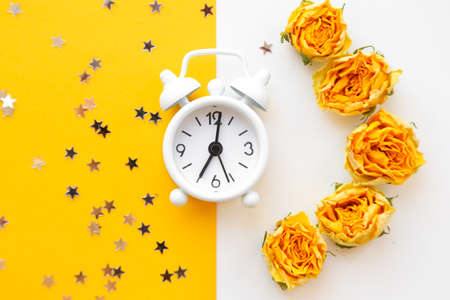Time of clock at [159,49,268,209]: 7:01
